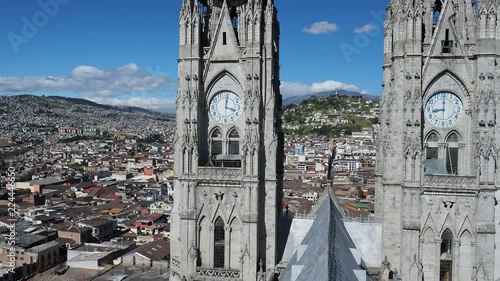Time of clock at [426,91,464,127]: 9:00
